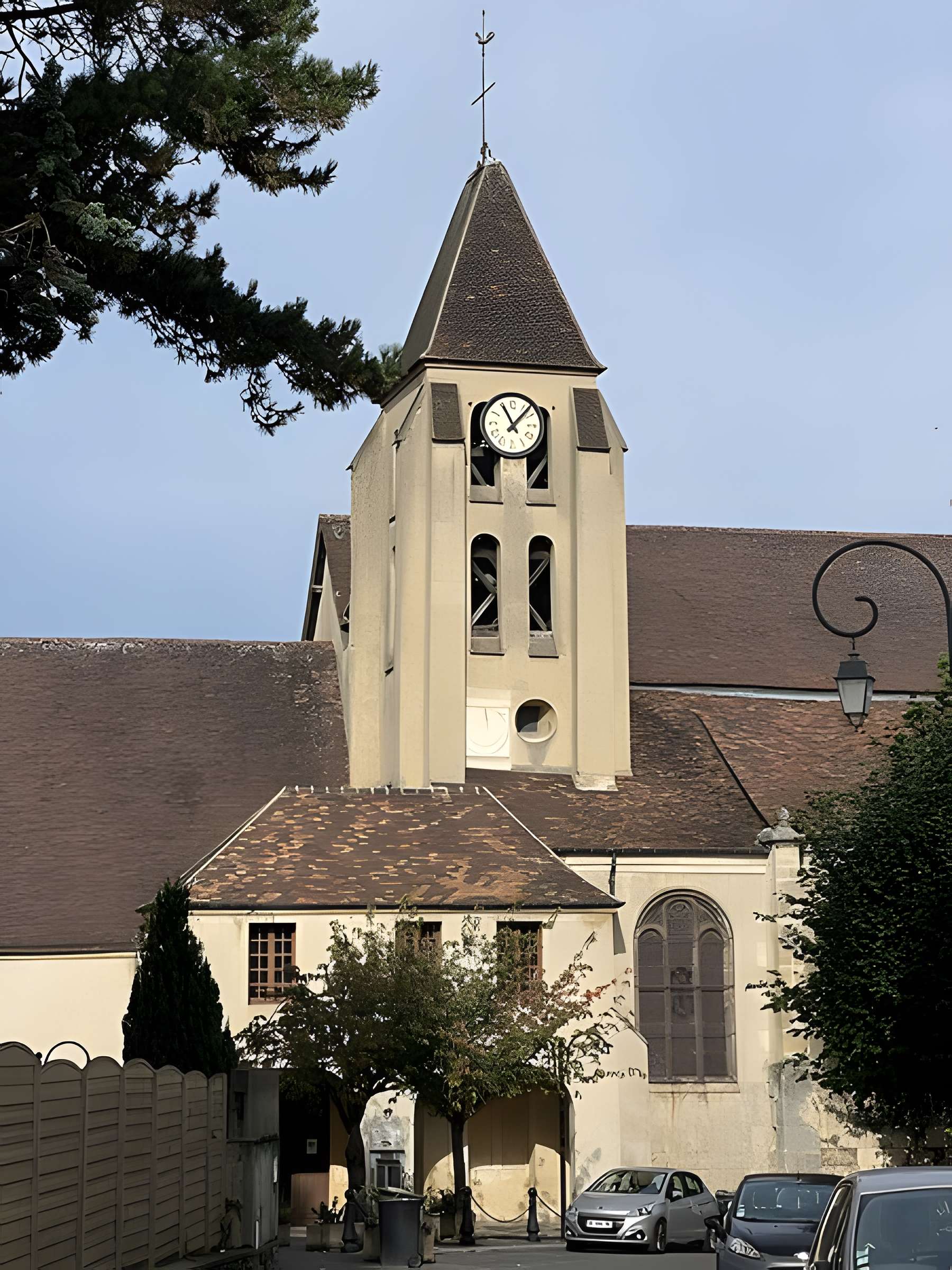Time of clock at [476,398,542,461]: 11:07
